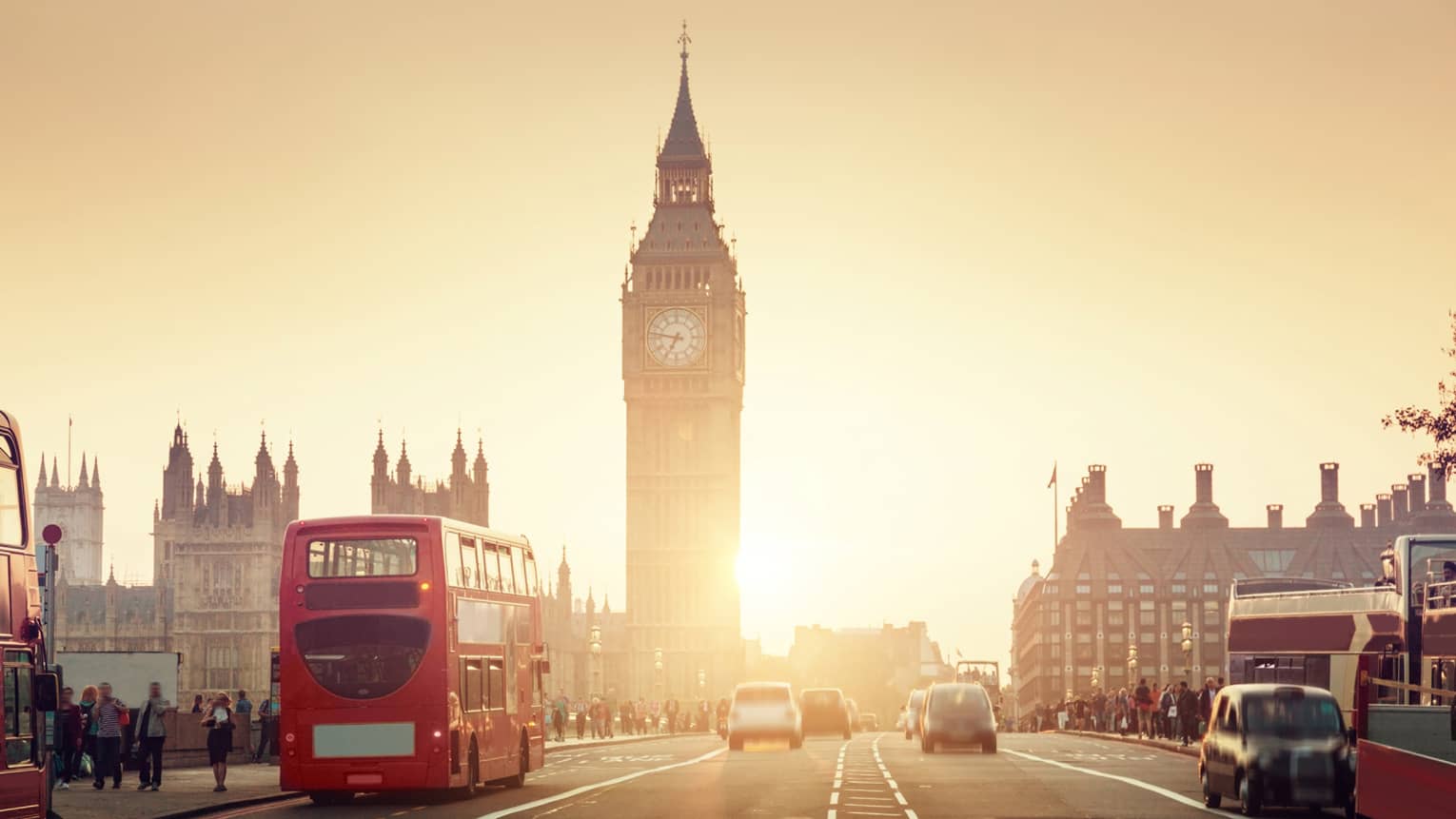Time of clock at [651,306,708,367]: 6:46
